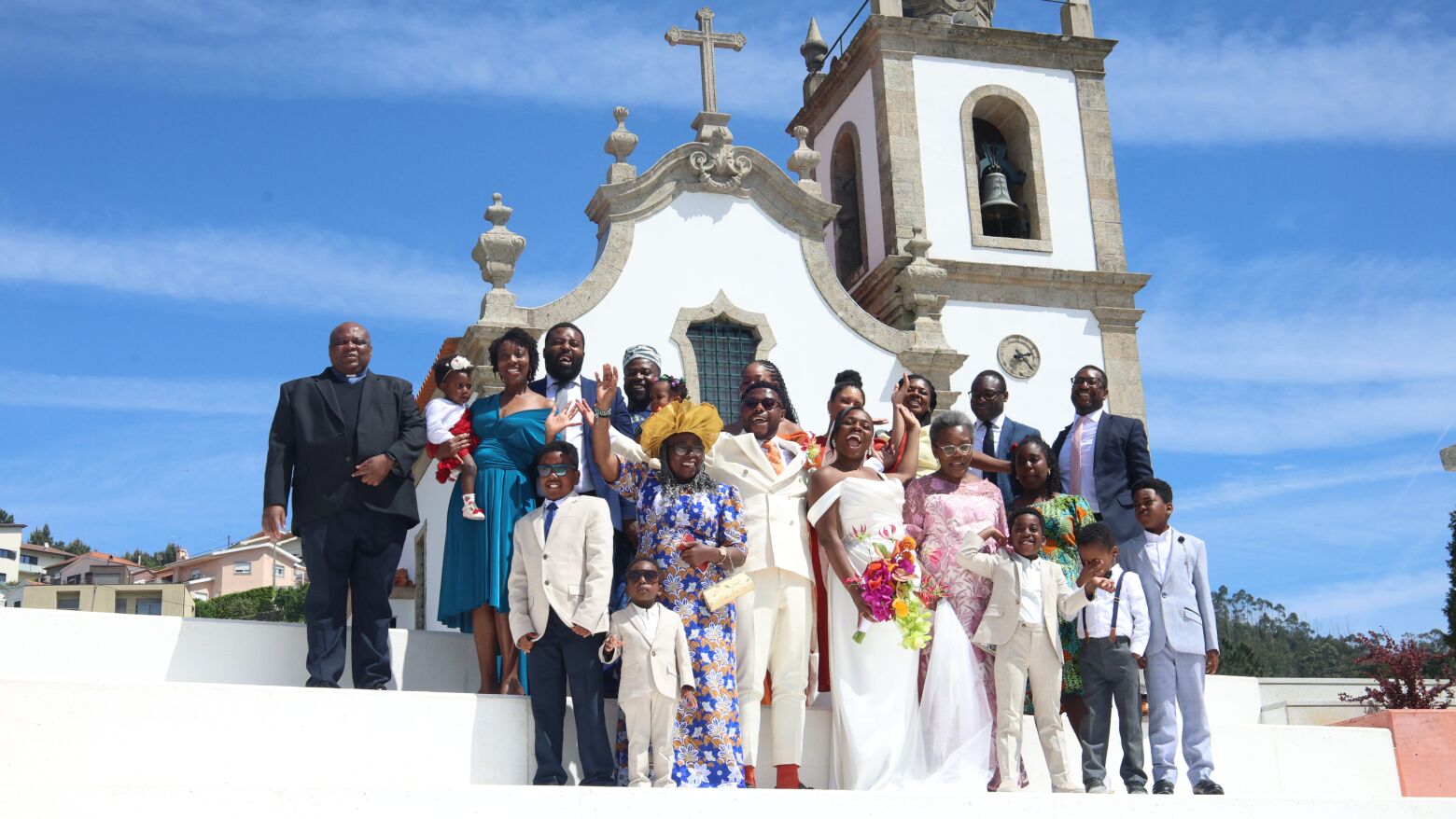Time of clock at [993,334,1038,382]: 2:23
